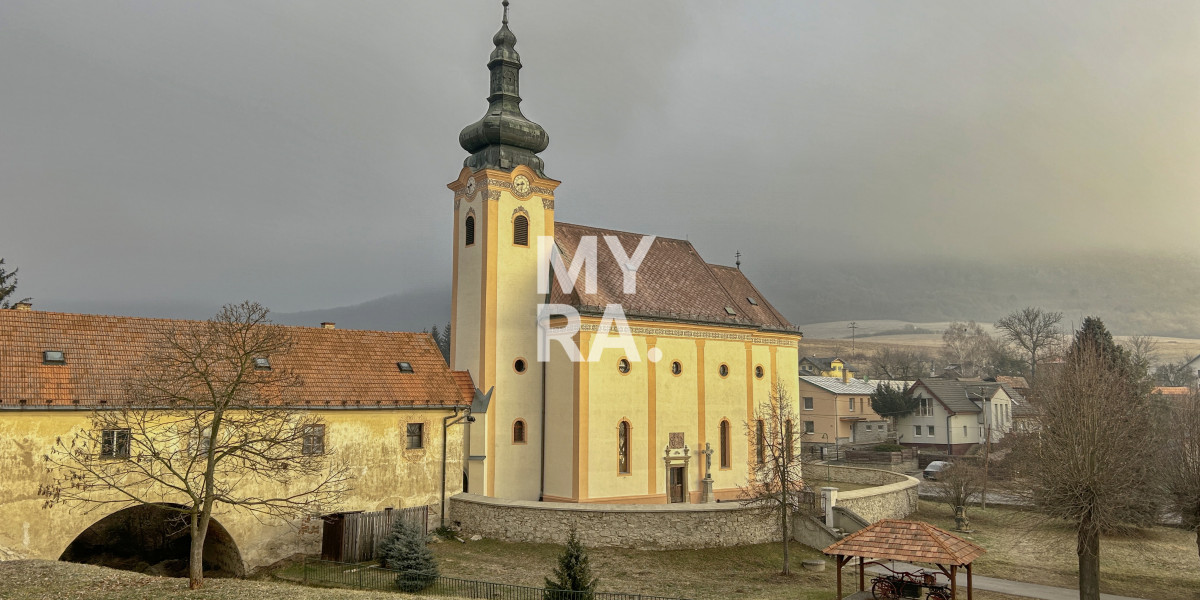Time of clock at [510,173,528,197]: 8:32
